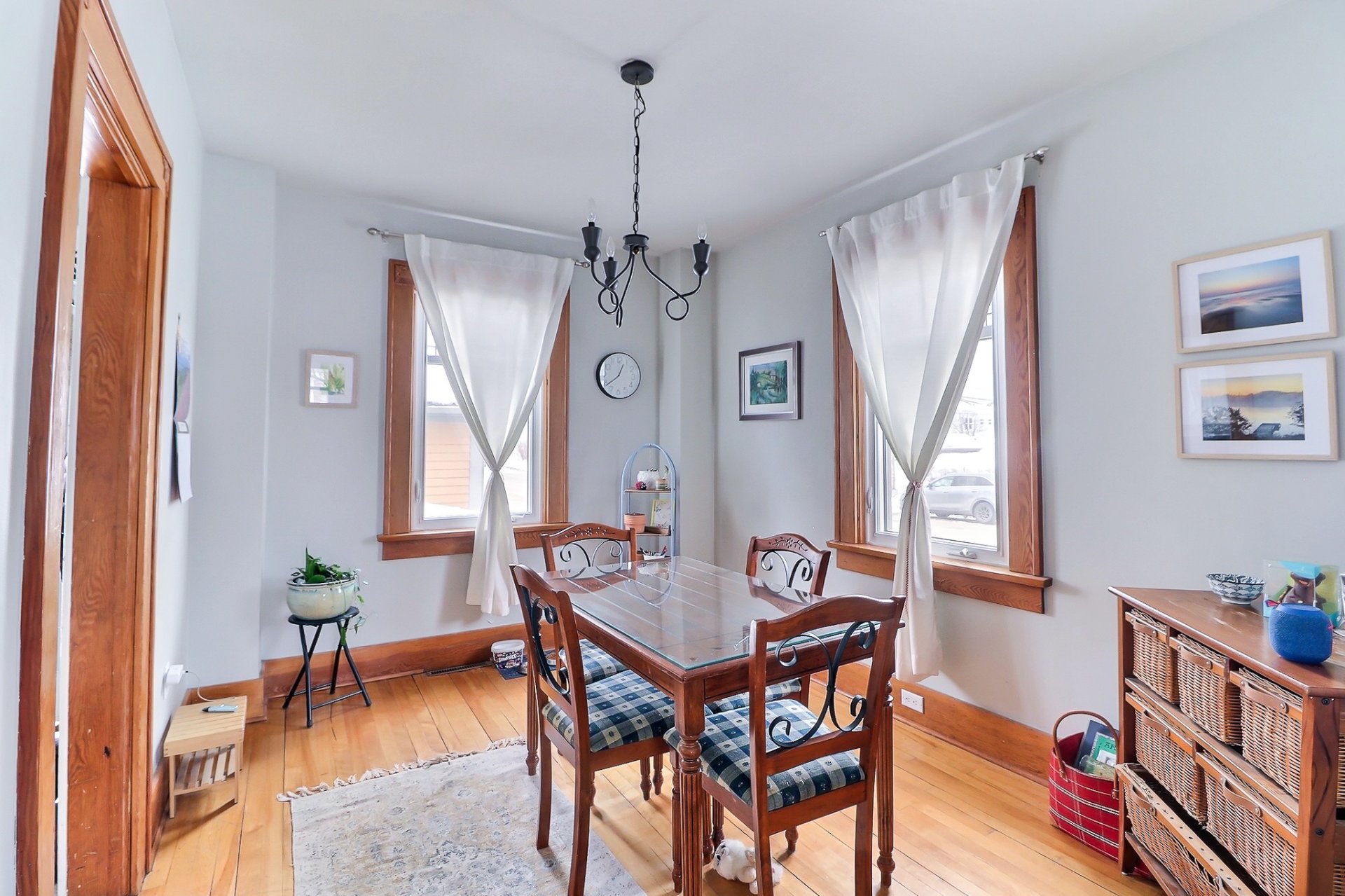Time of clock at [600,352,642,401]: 12:38
